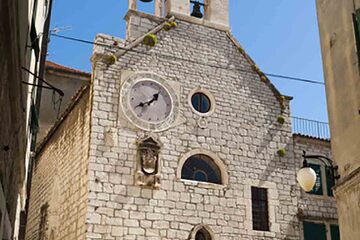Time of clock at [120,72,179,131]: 1:40
